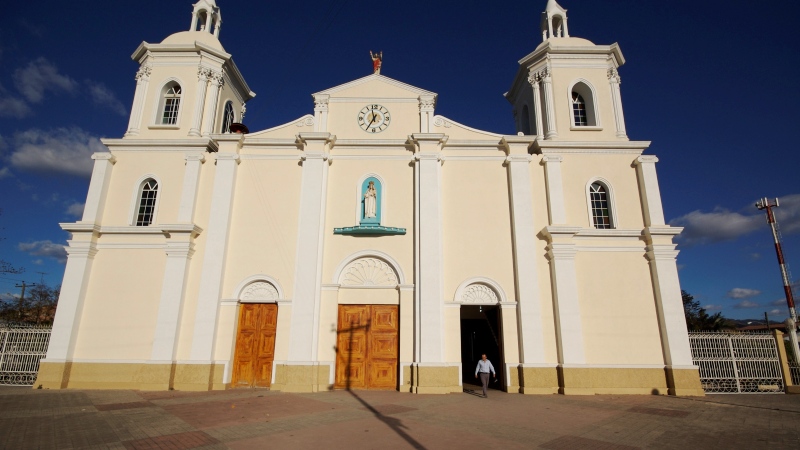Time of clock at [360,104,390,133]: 11:35
